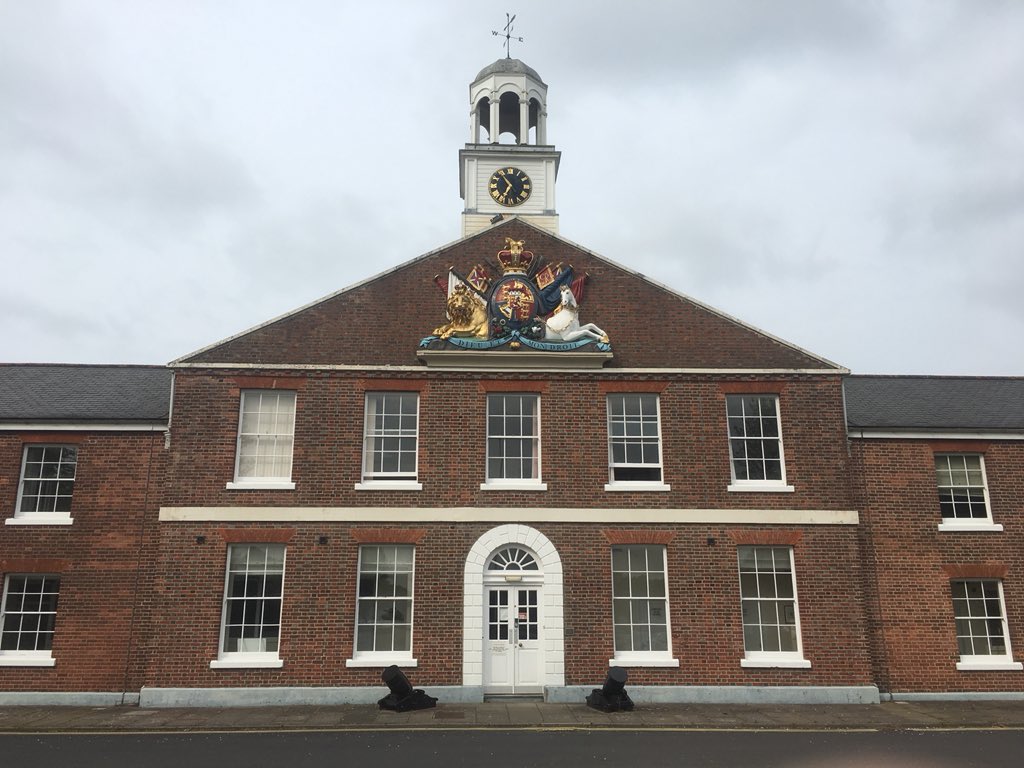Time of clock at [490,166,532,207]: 10:34
